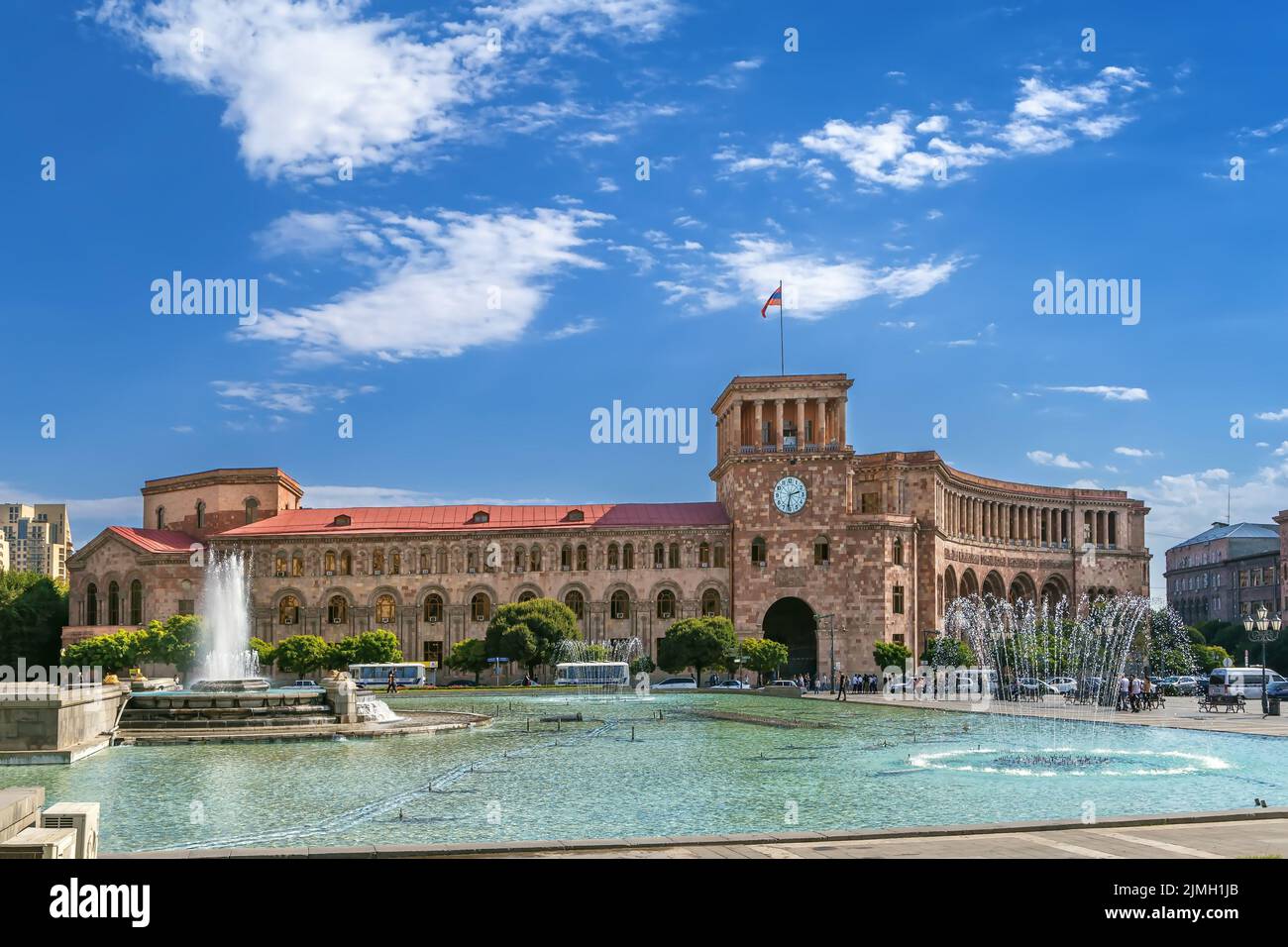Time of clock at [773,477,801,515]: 2:32
